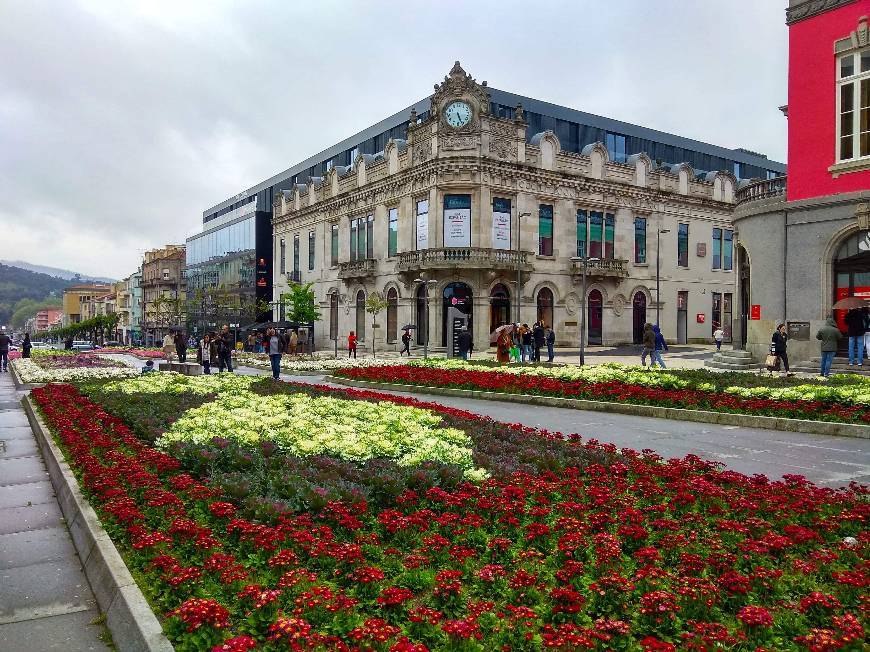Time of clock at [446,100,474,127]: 5:26
